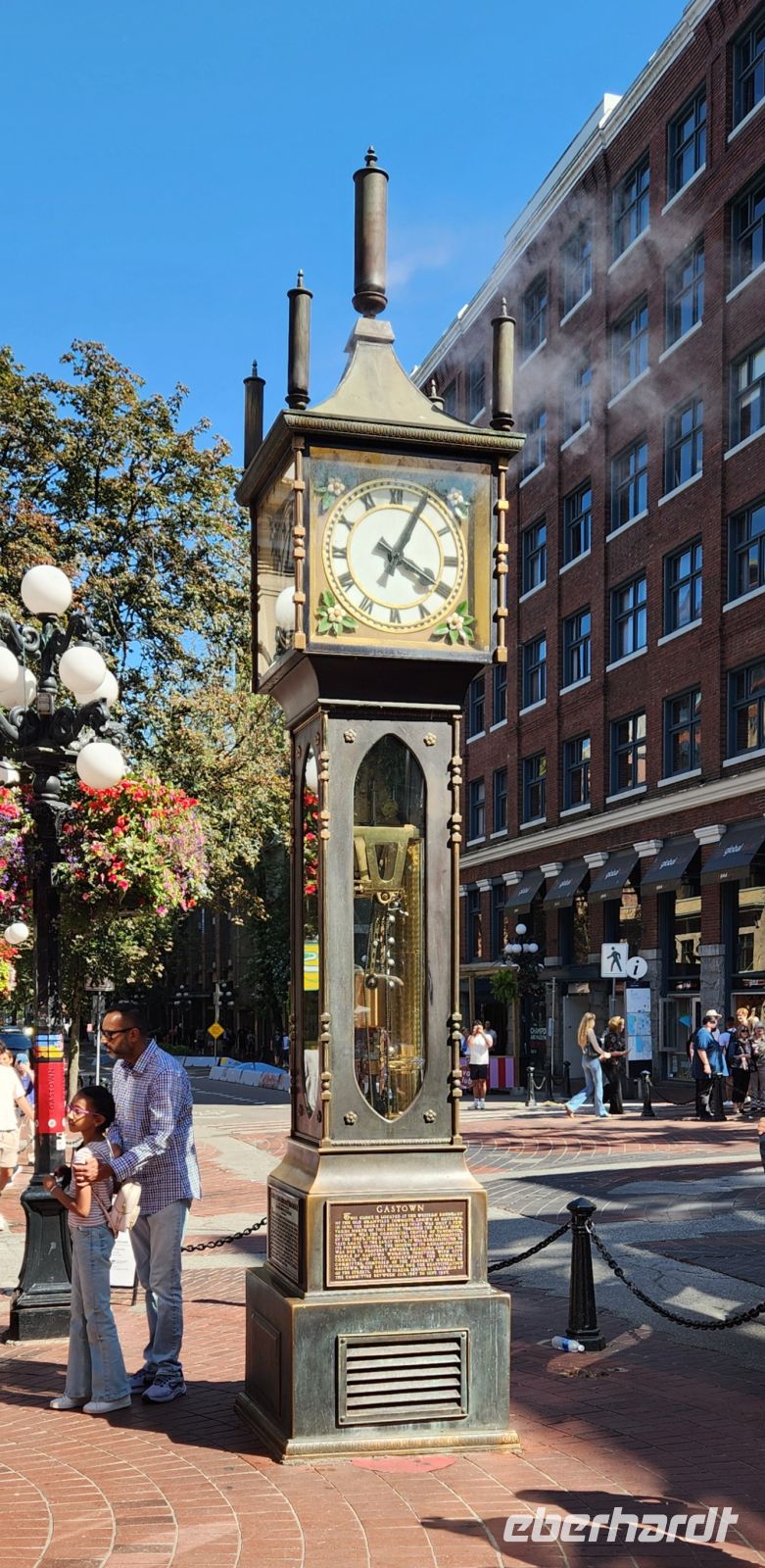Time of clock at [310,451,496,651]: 4:04
